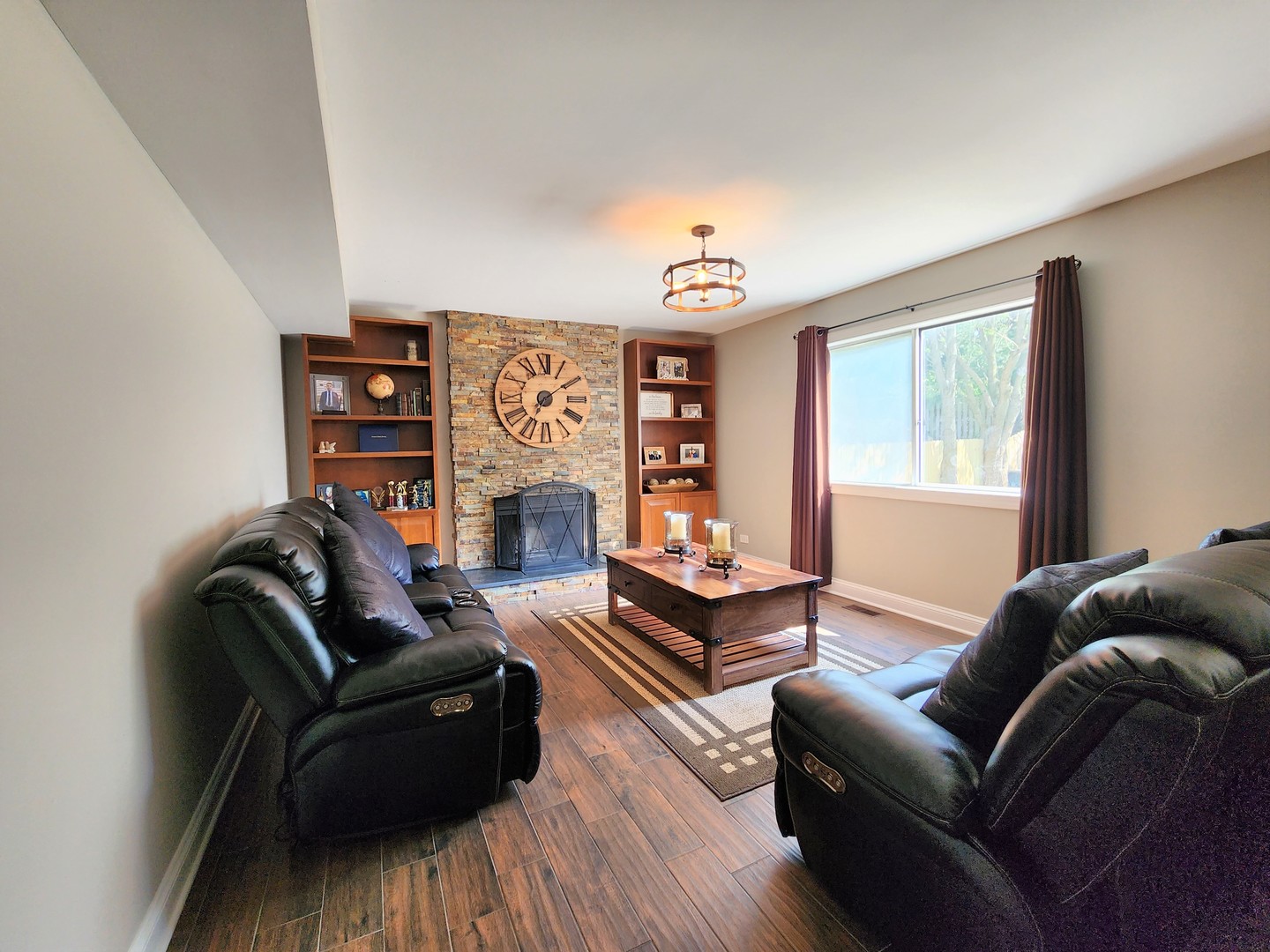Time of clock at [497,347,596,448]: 7:09
